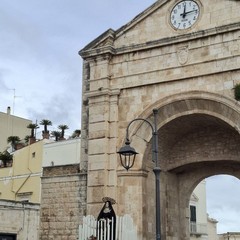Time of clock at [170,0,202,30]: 12:13
